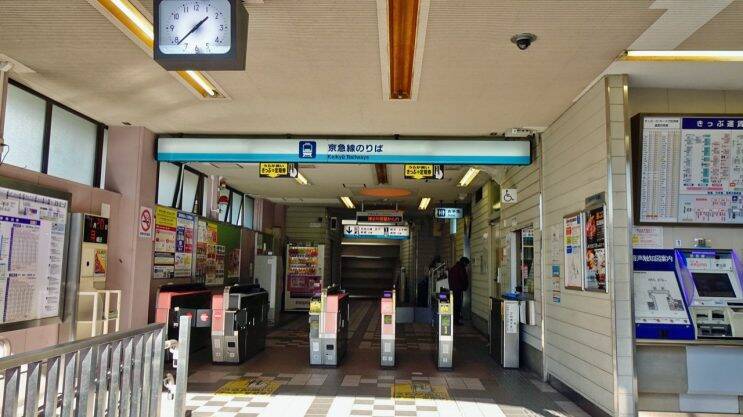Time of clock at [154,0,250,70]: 1:38
